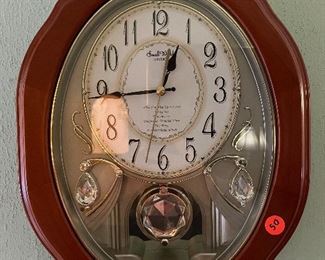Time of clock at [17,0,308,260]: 12:44
